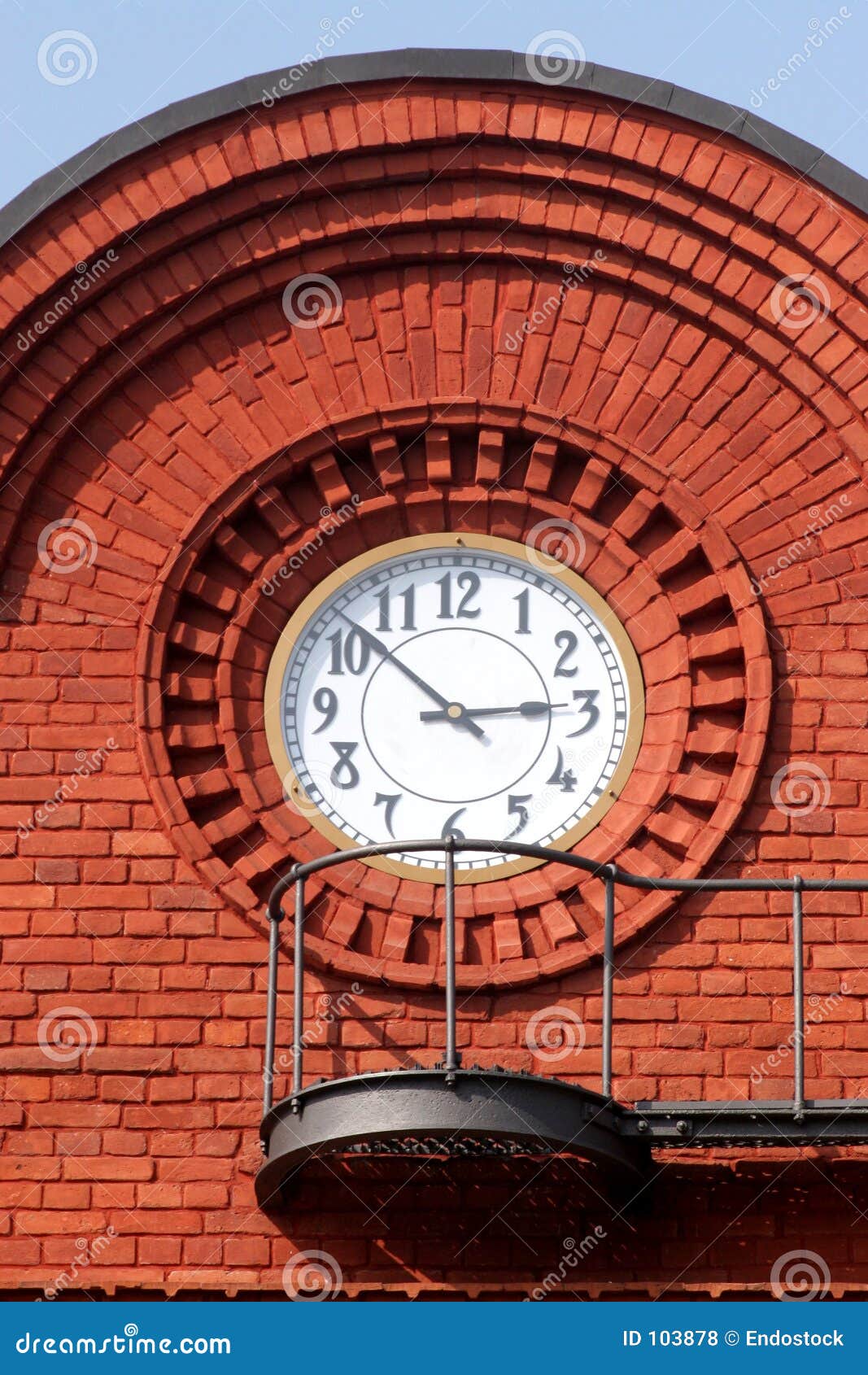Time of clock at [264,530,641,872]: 2:52
